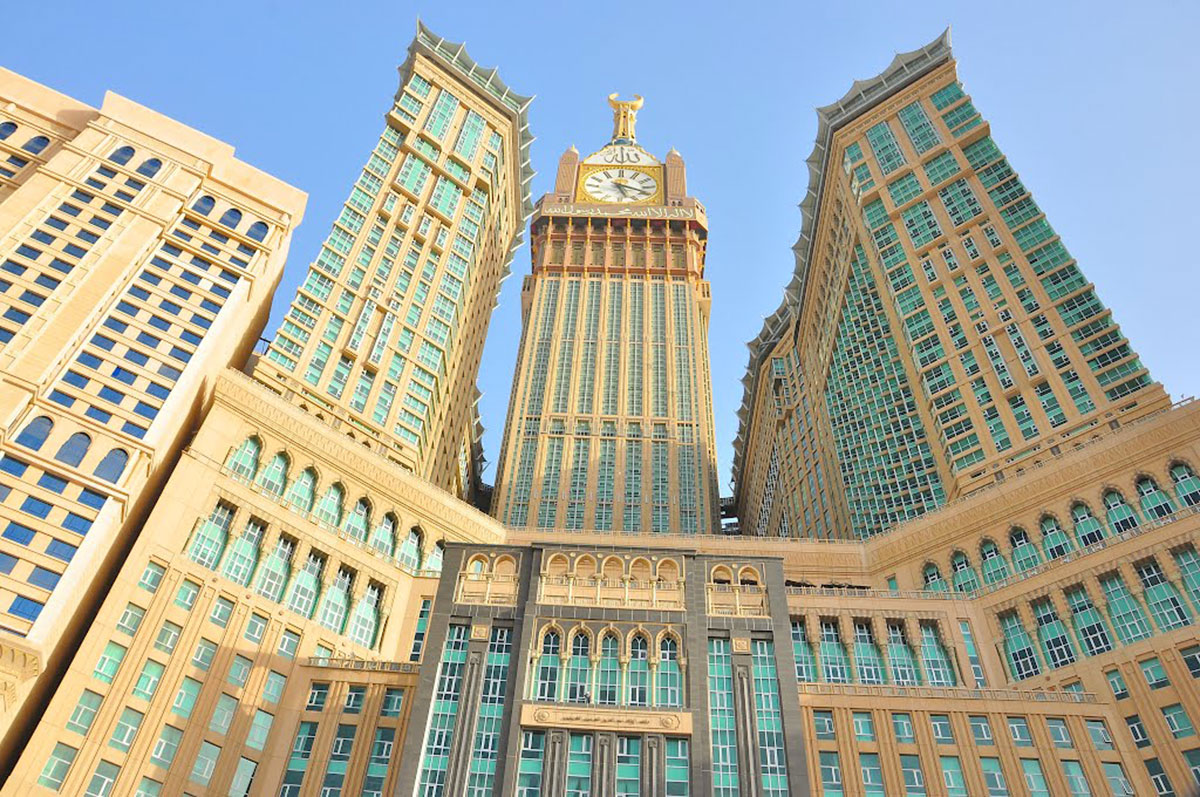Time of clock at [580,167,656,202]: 5:18
